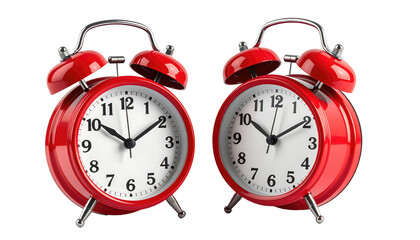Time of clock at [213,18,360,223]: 10:09
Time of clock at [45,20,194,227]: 10:09
